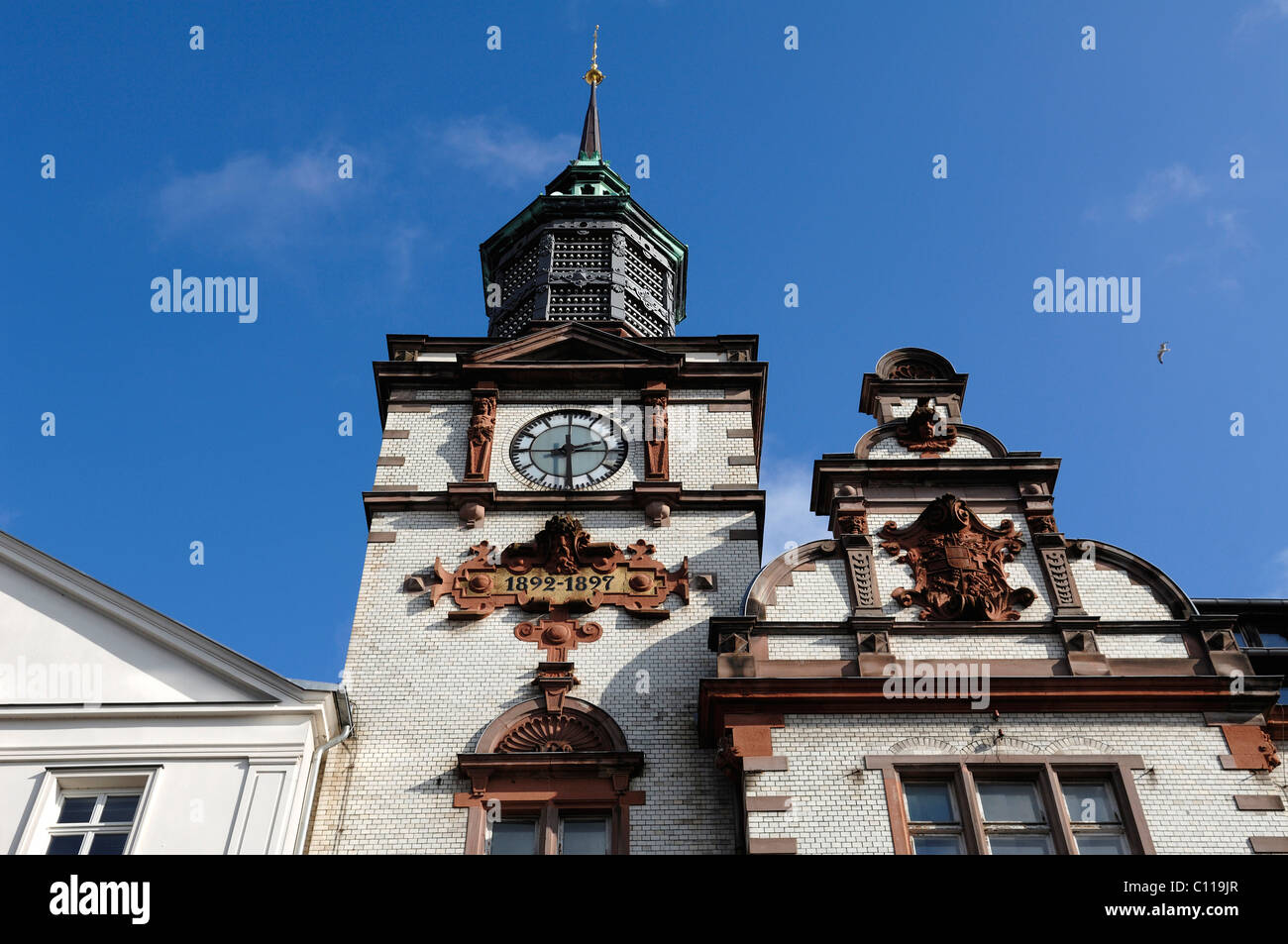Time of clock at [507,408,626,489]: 2:29
